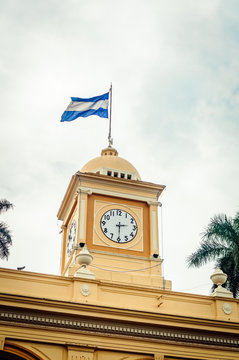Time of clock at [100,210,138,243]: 2:29
